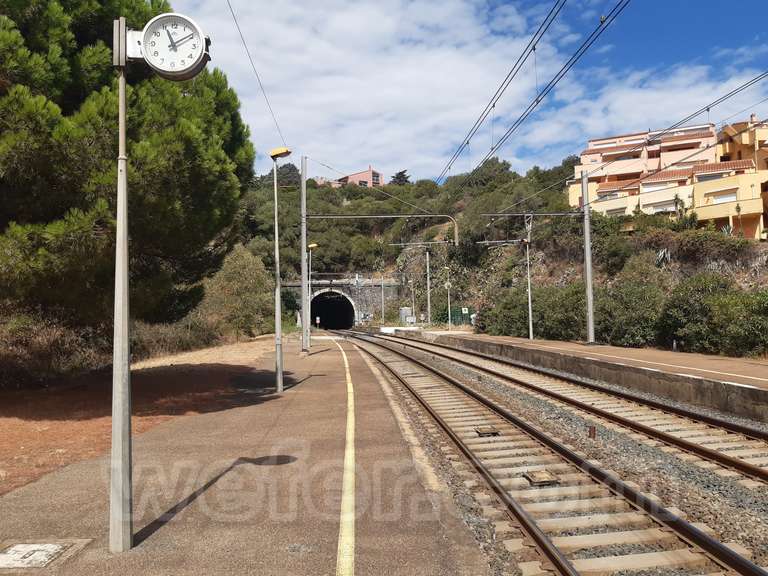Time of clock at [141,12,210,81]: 11:09
